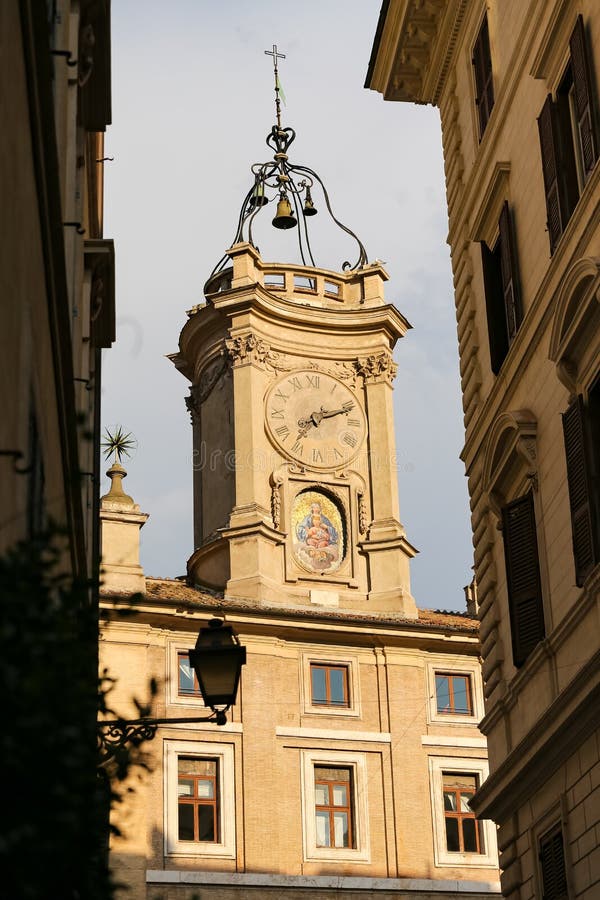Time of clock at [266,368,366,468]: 7:11
